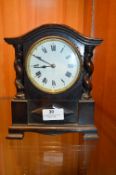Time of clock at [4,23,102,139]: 8:50
